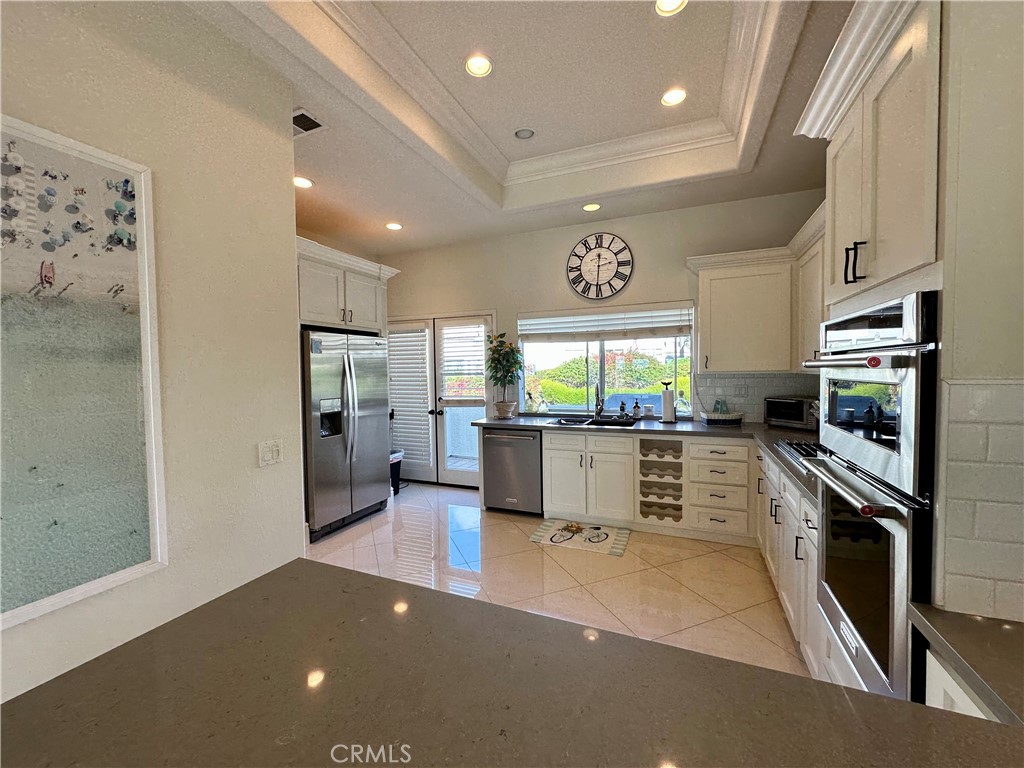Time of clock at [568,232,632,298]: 2:30
